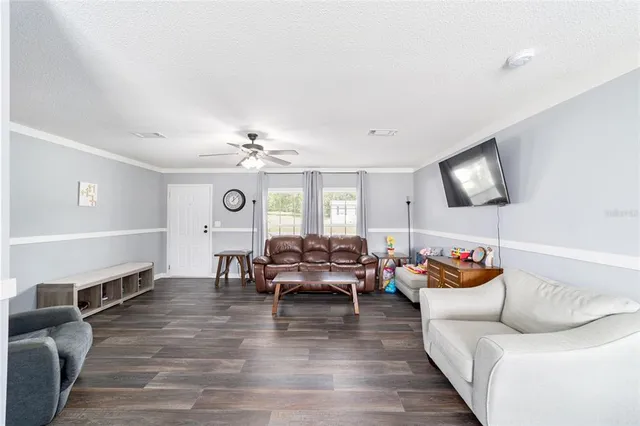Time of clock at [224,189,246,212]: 12:07
